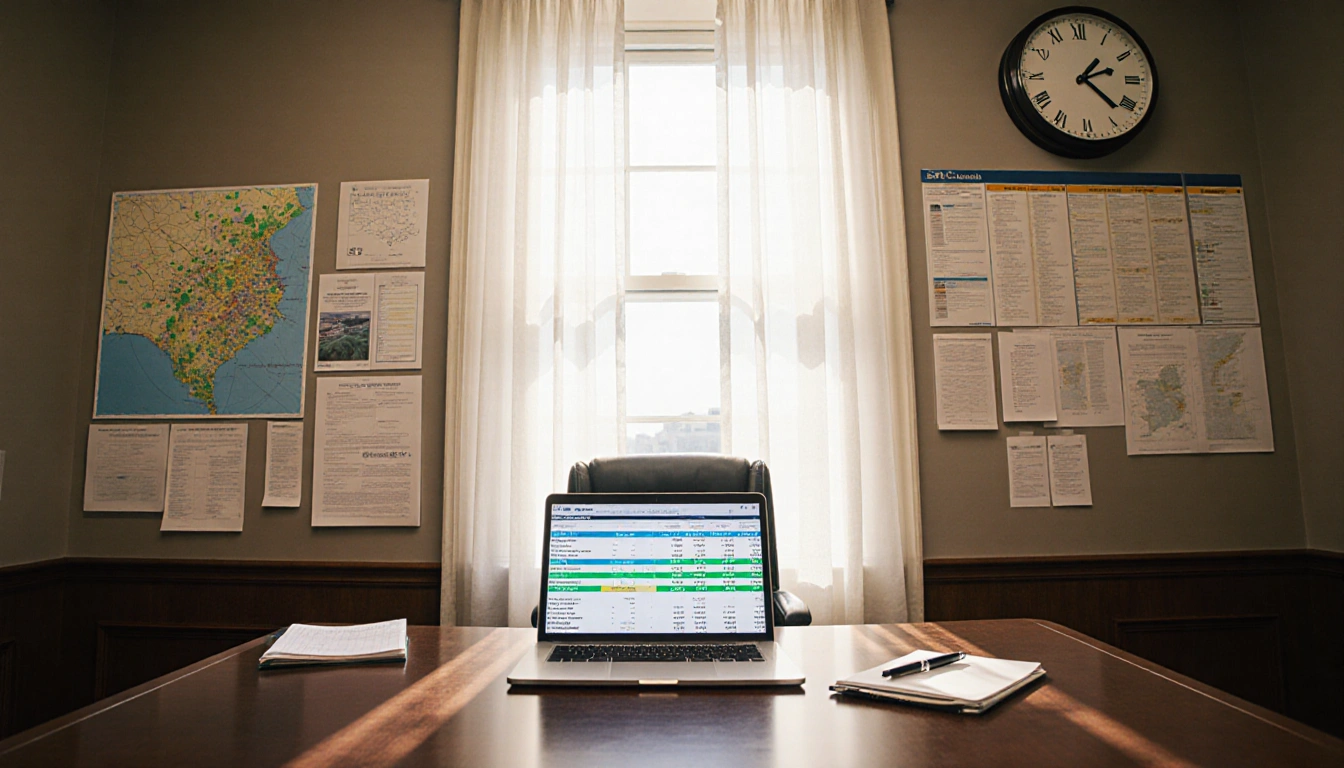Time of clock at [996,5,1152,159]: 1:22
